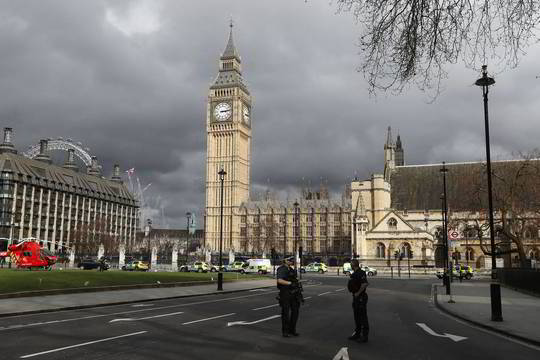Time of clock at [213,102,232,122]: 3:13
